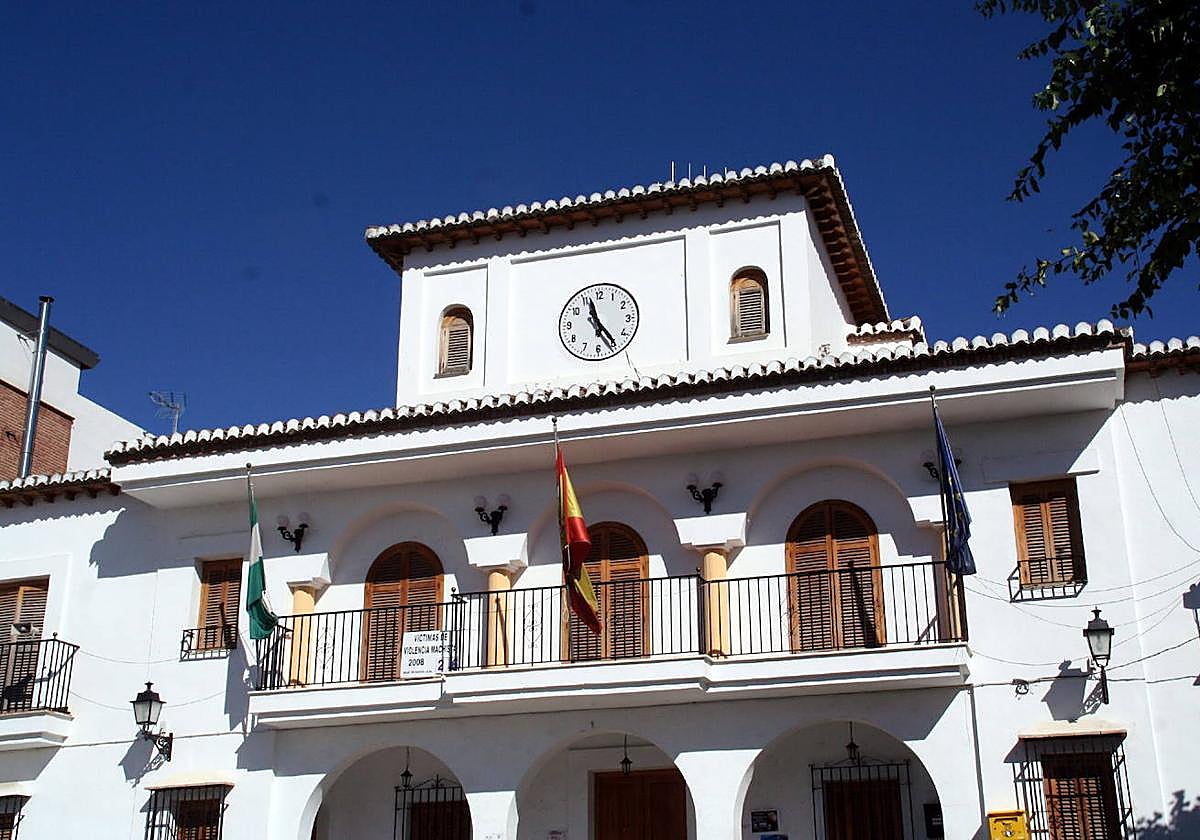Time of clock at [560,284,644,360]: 11:24
